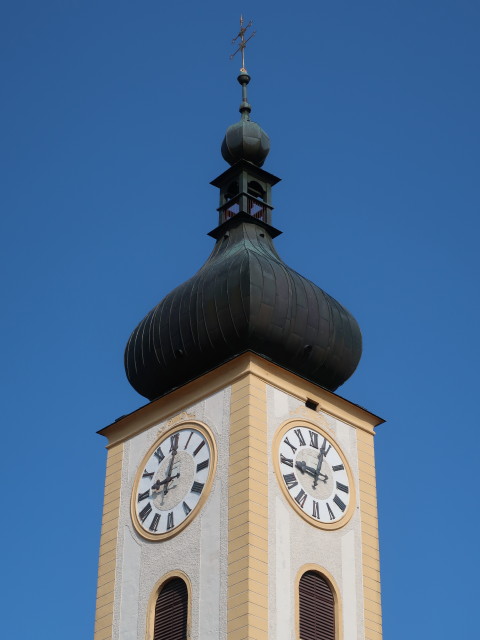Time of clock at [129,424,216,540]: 9:01
